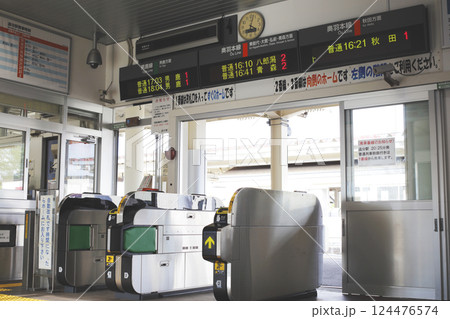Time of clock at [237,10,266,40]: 4:02
